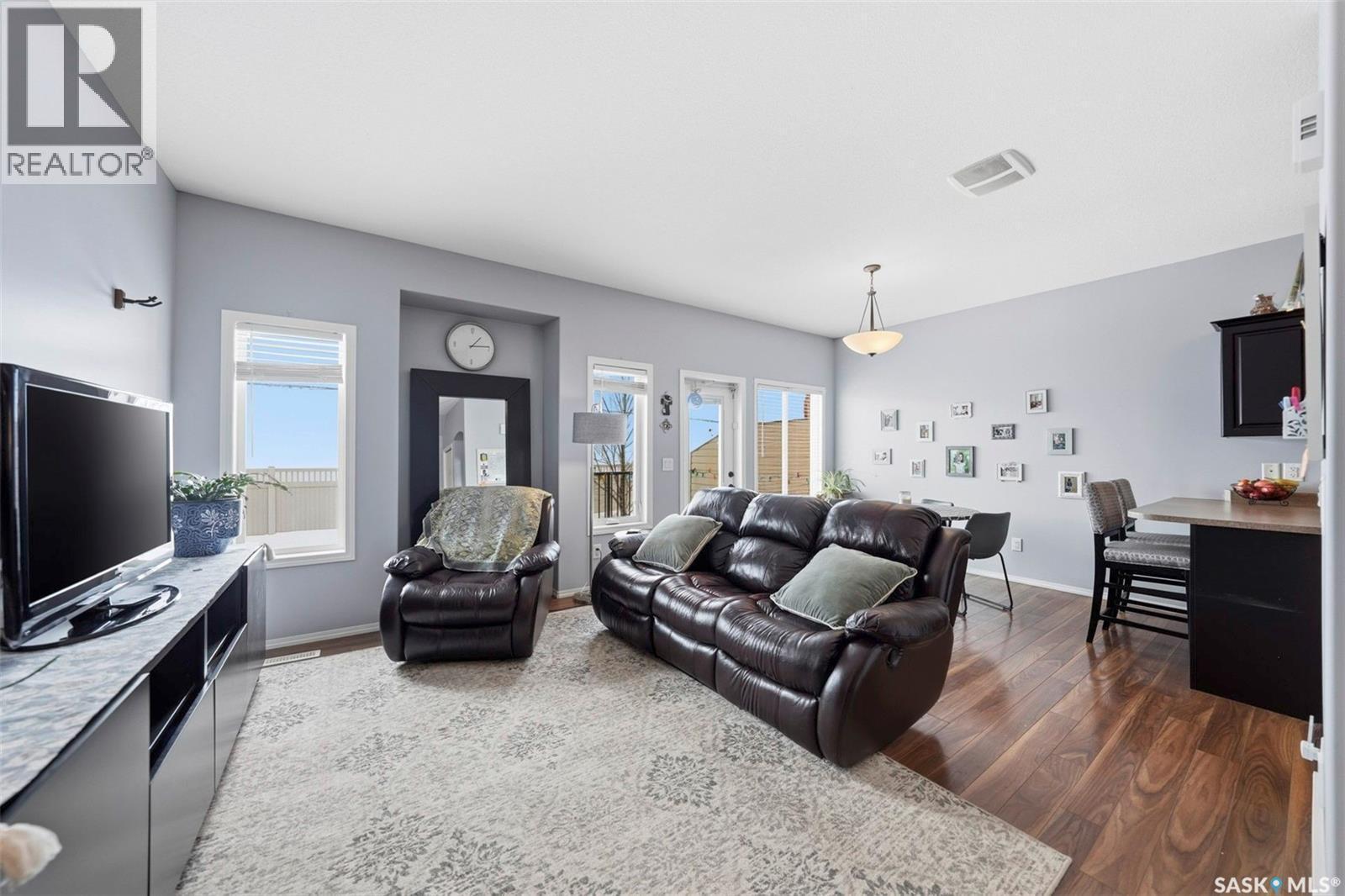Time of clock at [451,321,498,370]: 1:13
